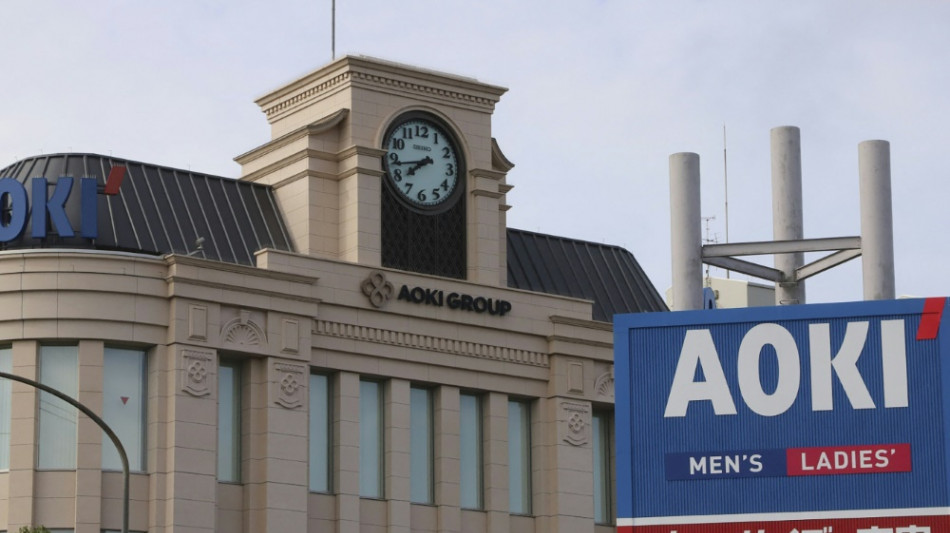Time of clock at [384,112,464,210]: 7:43
